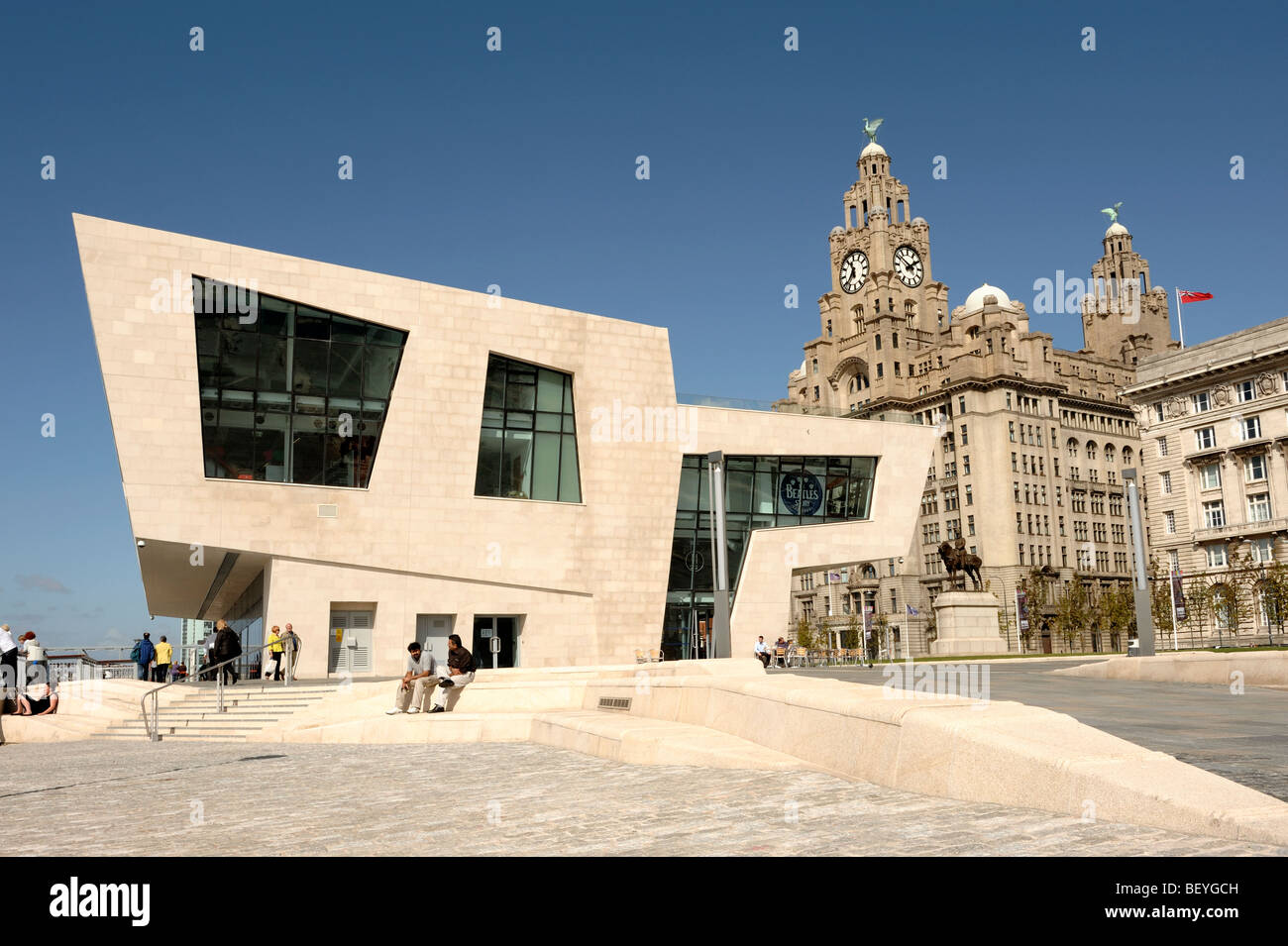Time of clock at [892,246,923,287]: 1:51
